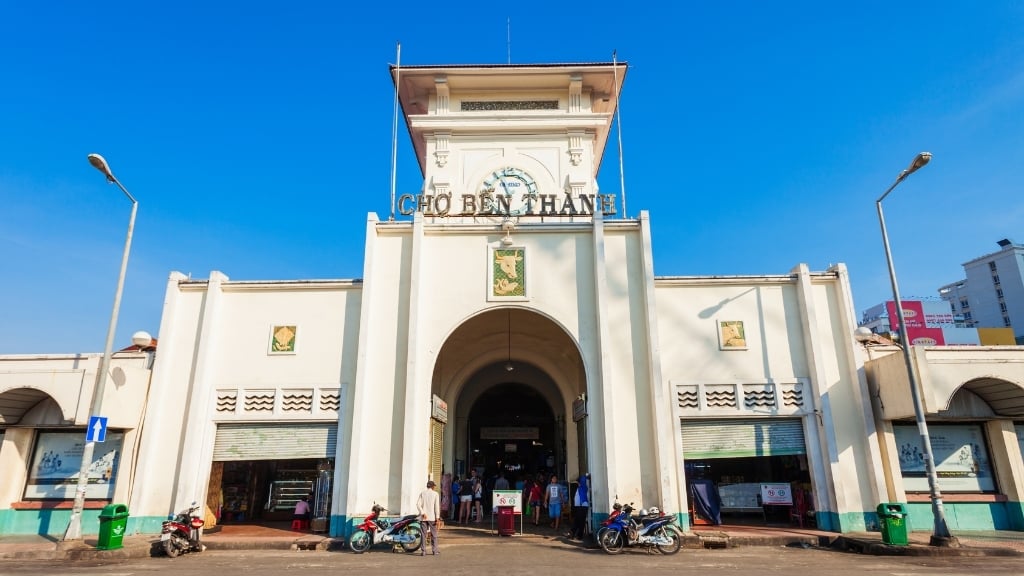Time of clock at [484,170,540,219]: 5:56
